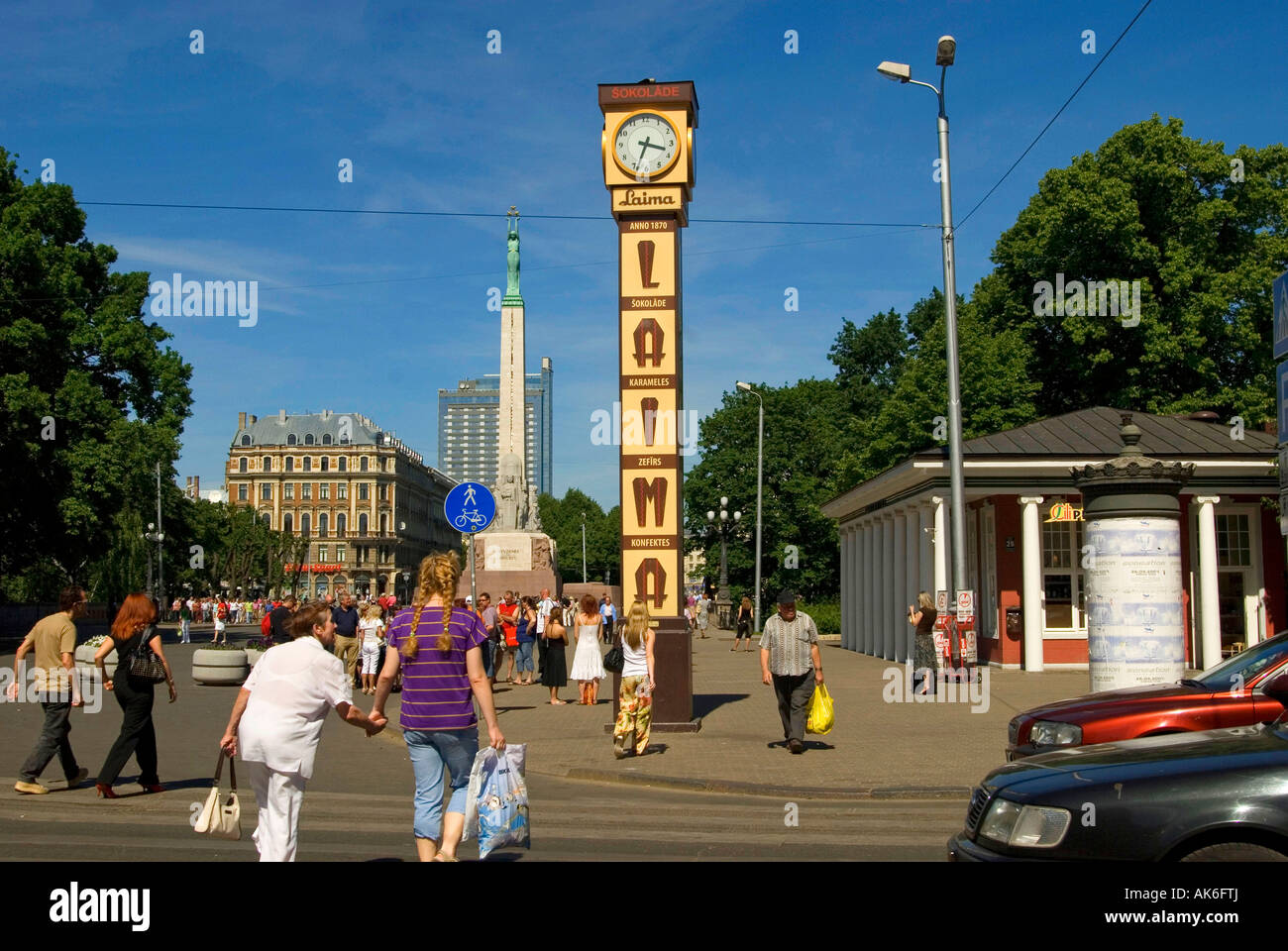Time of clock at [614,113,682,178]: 3:33
